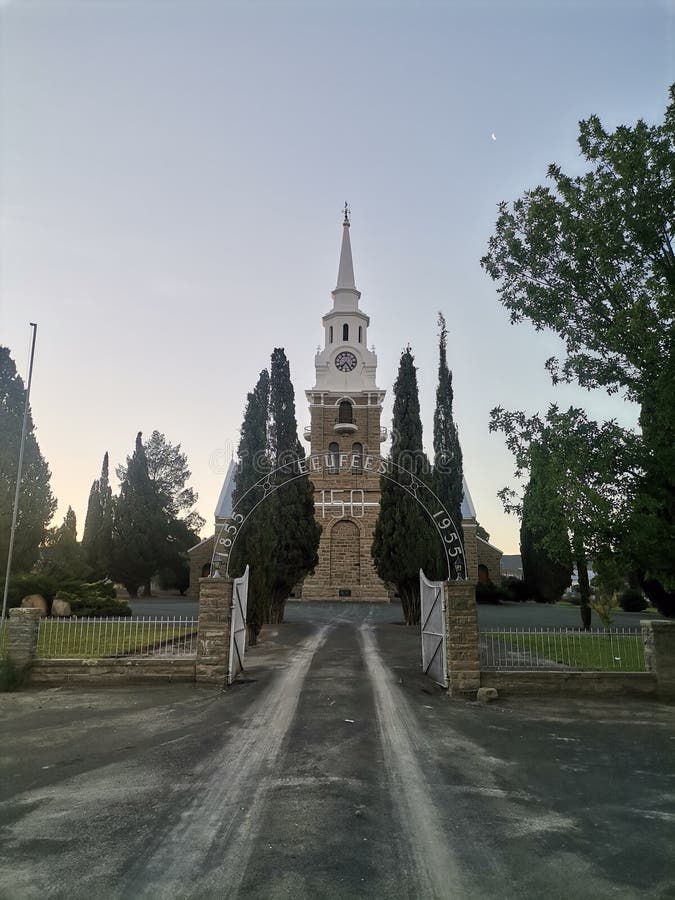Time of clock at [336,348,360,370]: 7:24
